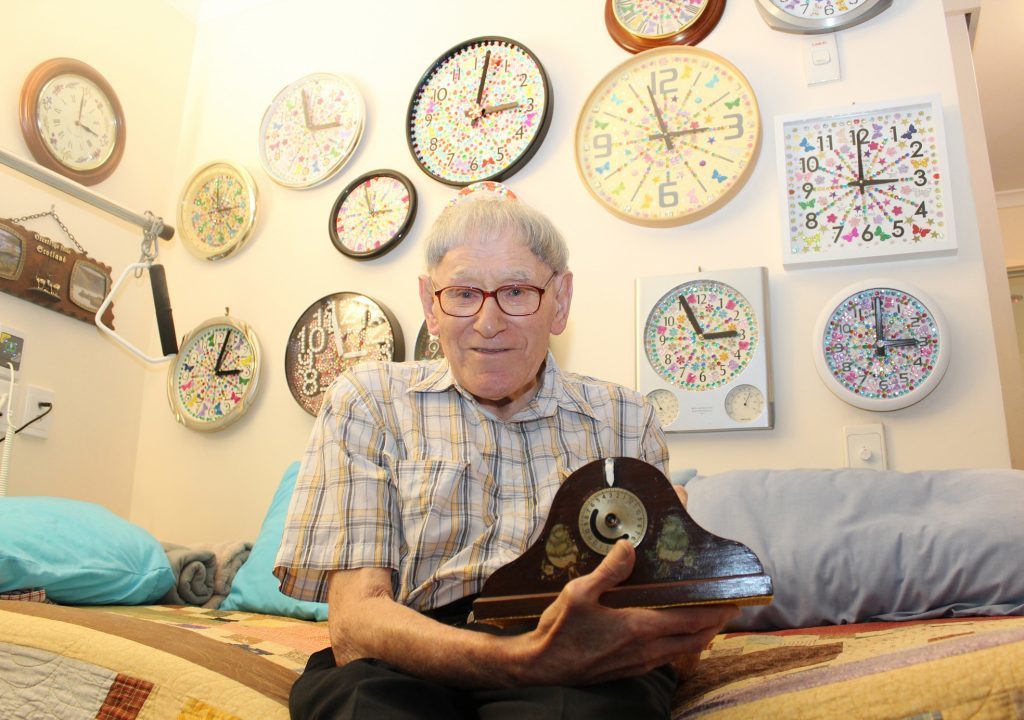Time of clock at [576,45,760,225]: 11:13
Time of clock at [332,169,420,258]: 2:56
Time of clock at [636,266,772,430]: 2:56
